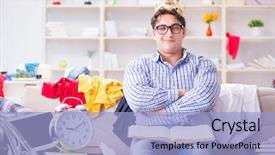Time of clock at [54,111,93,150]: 9:08
